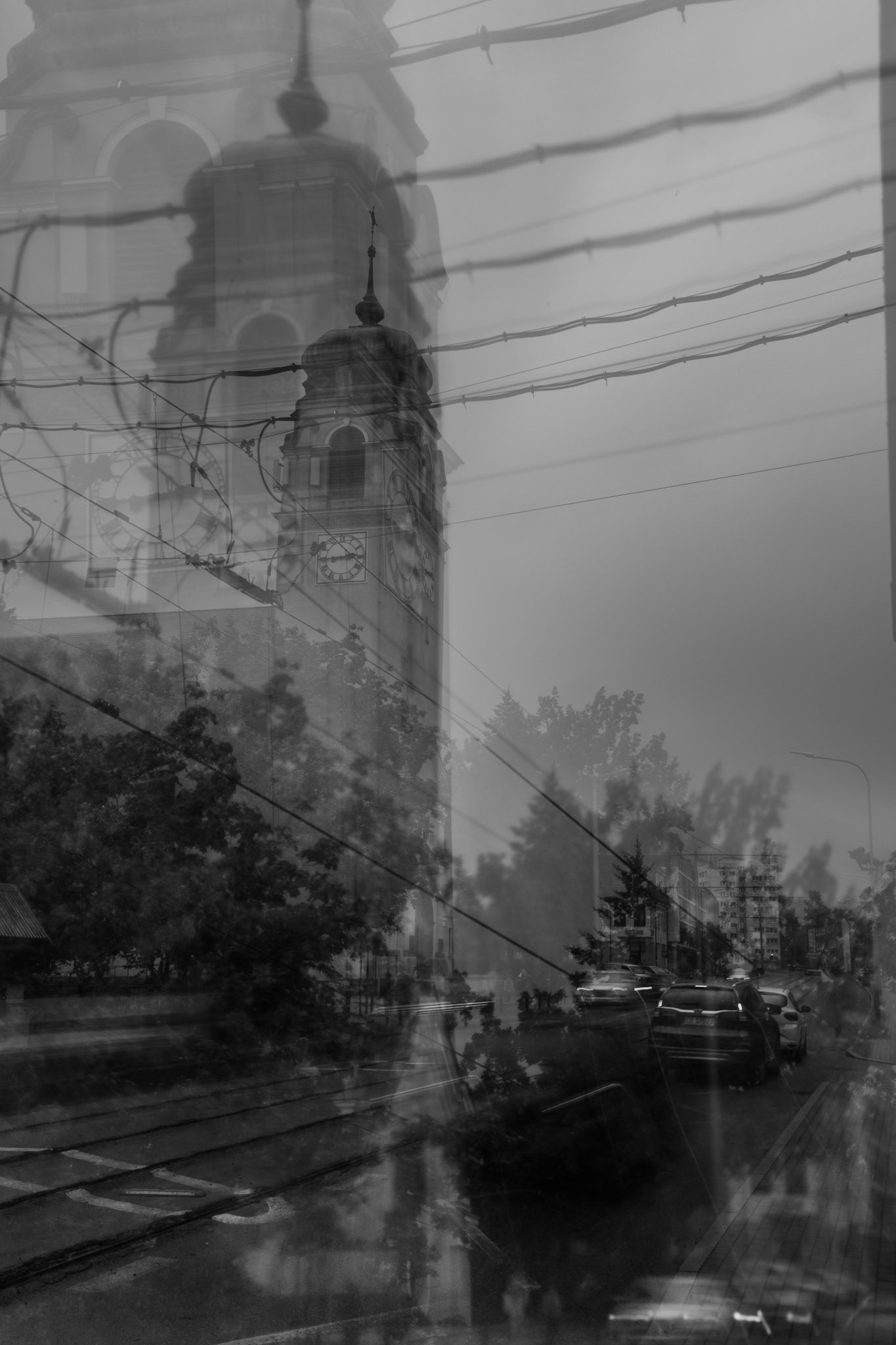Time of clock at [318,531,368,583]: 2:44
